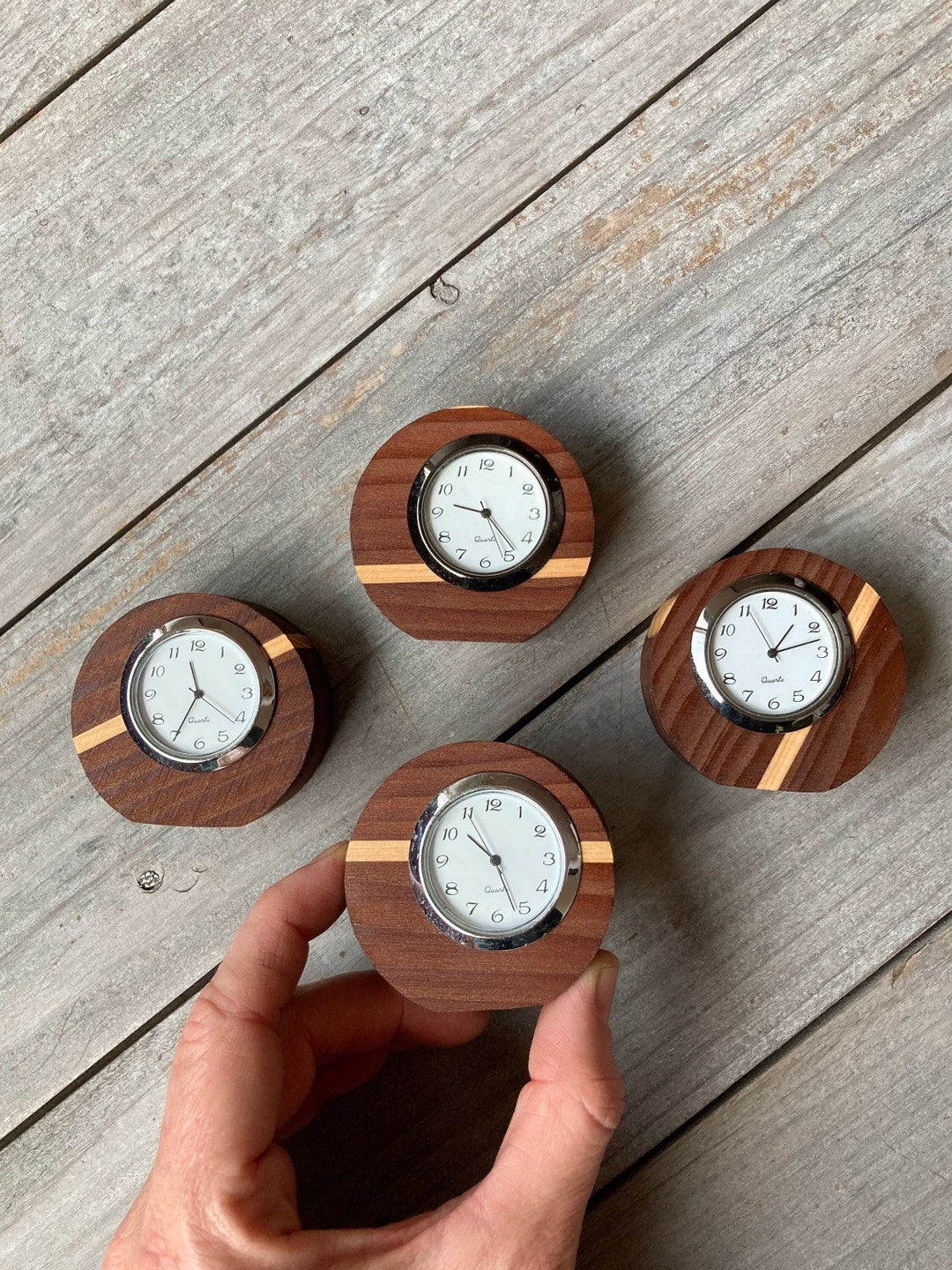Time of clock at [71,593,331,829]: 11:35
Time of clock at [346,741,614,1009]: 10:26
